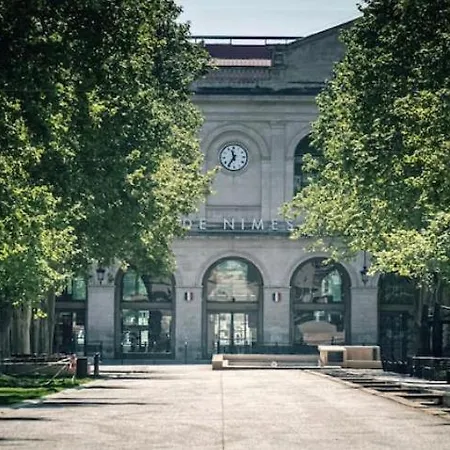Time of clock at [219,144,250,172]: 11:35
